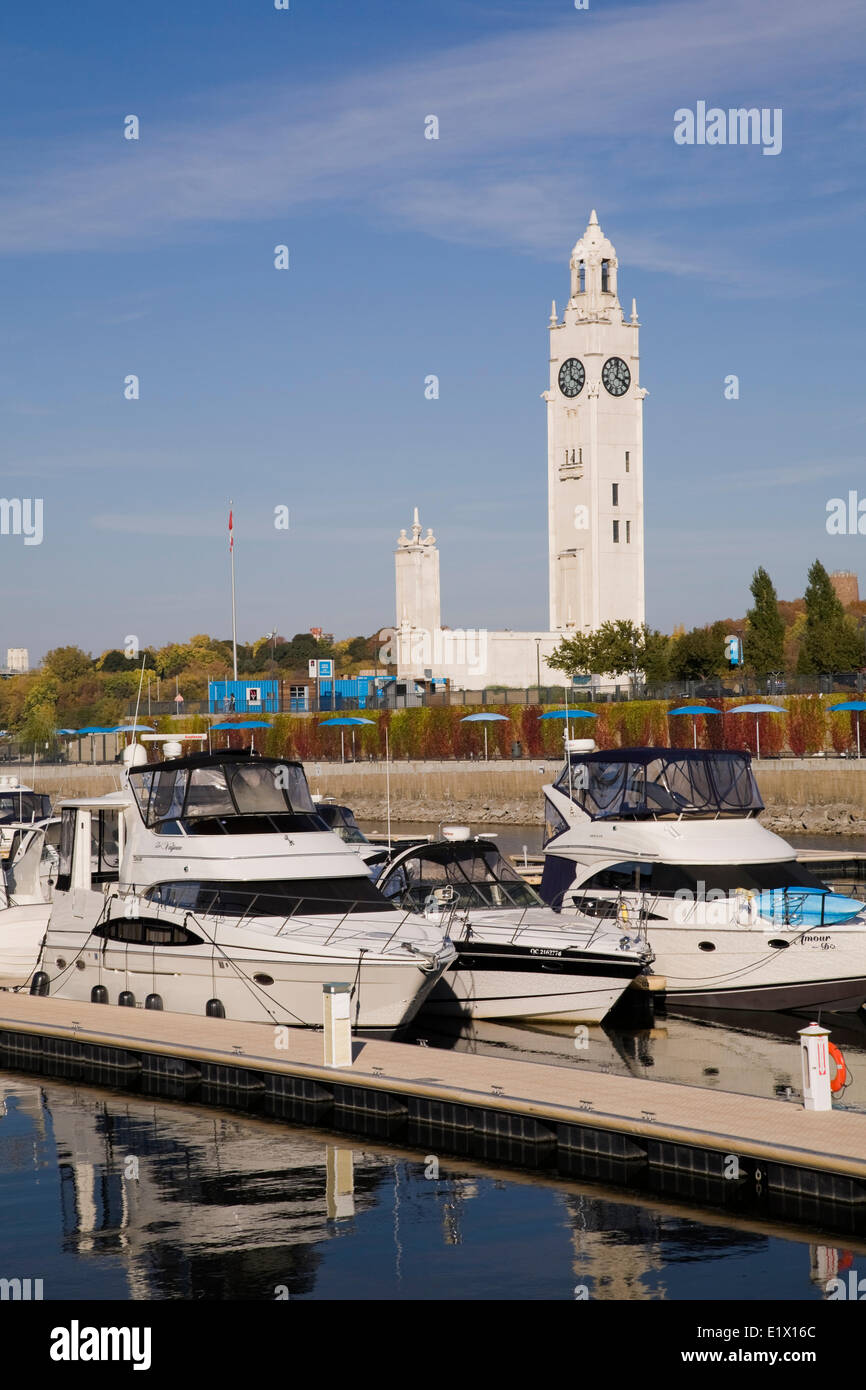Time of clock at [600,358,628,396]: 4:01
